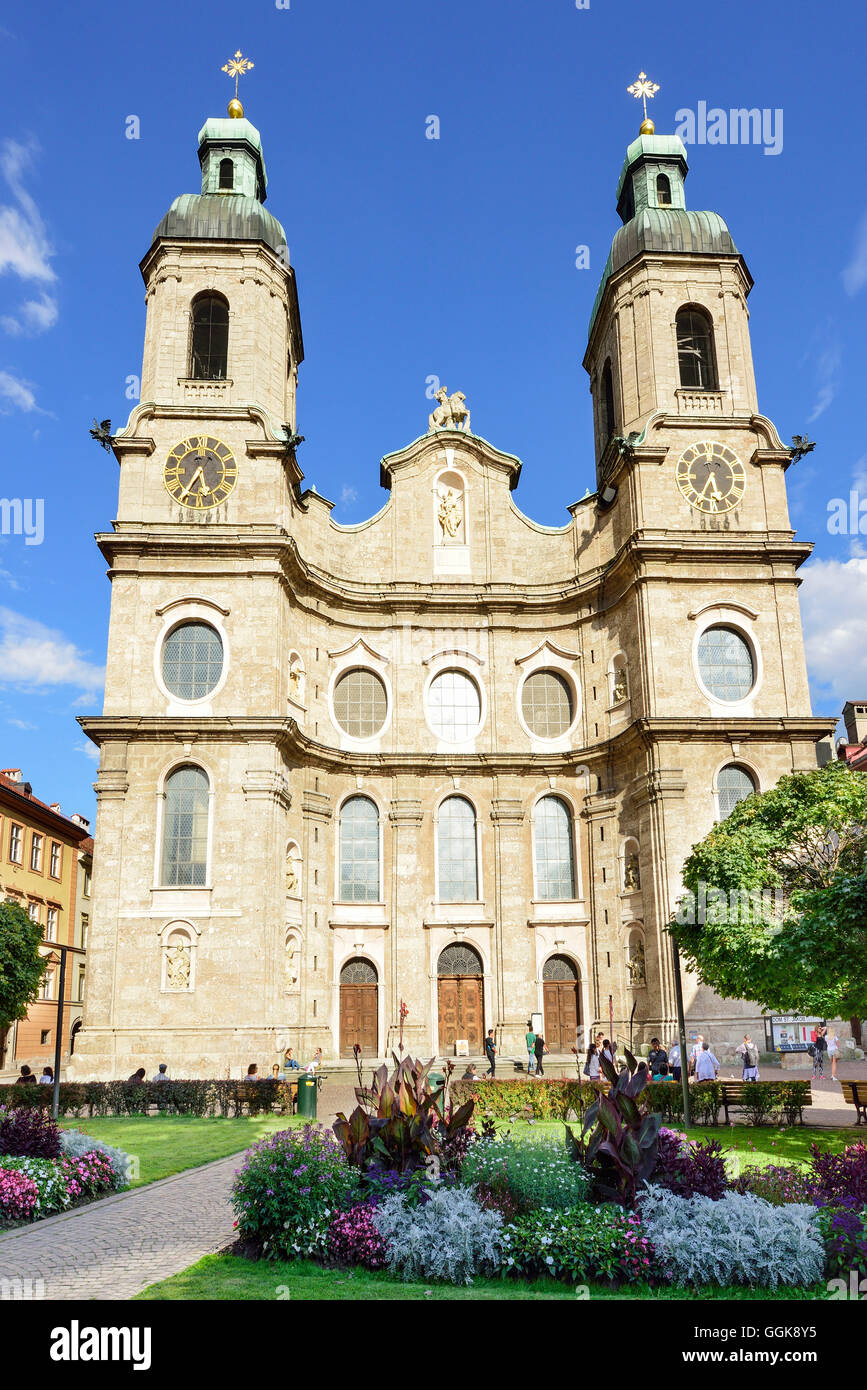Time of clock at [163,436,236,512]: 5:35
